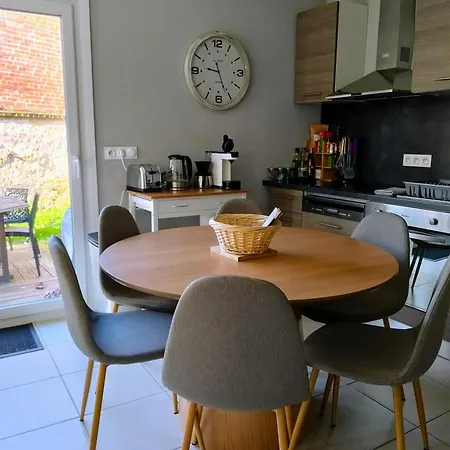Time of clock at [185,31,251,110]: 9:26
